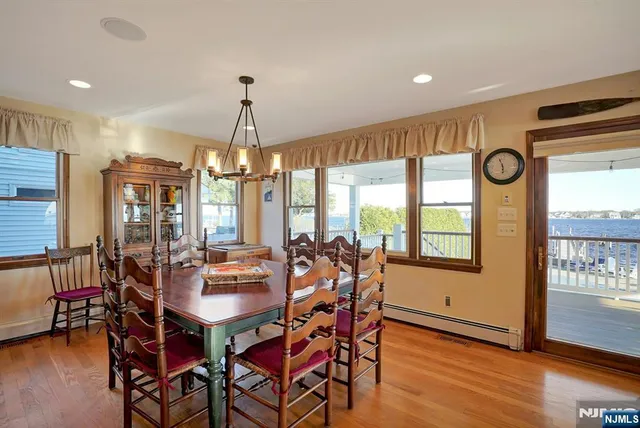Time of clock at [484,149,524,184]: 5:56
